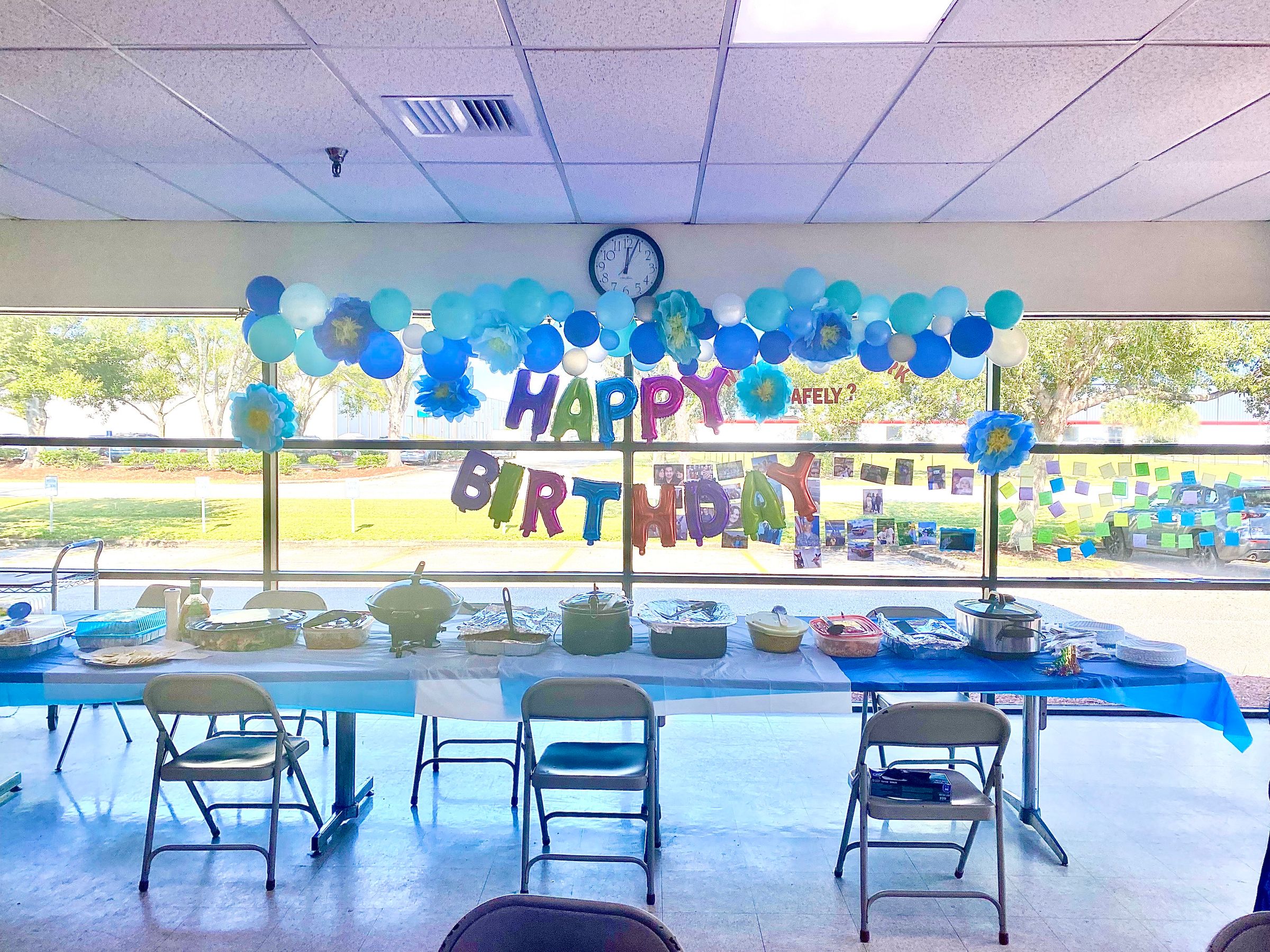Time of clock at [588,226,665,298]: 12:03
